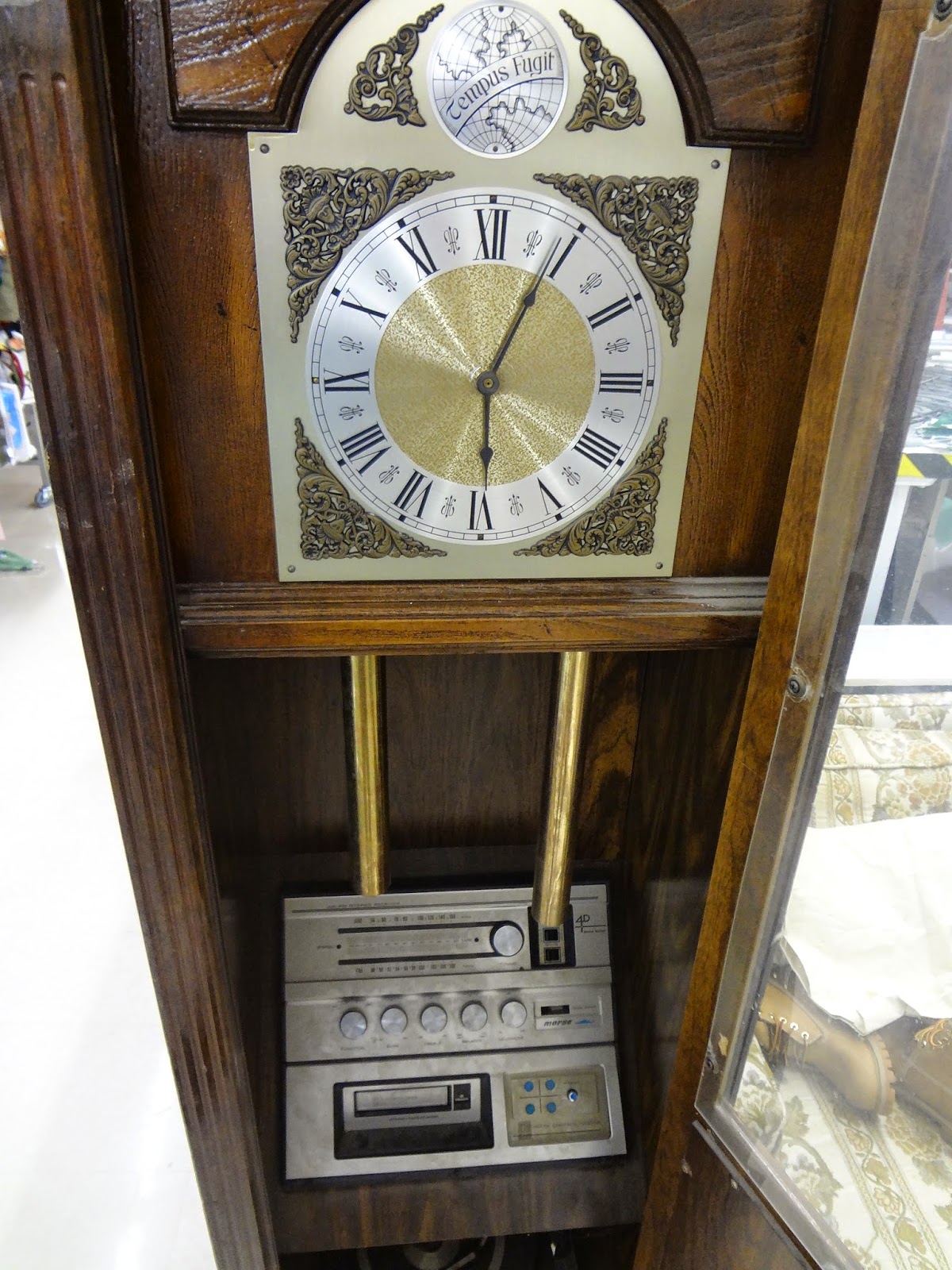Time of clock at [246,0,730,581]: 6:04
